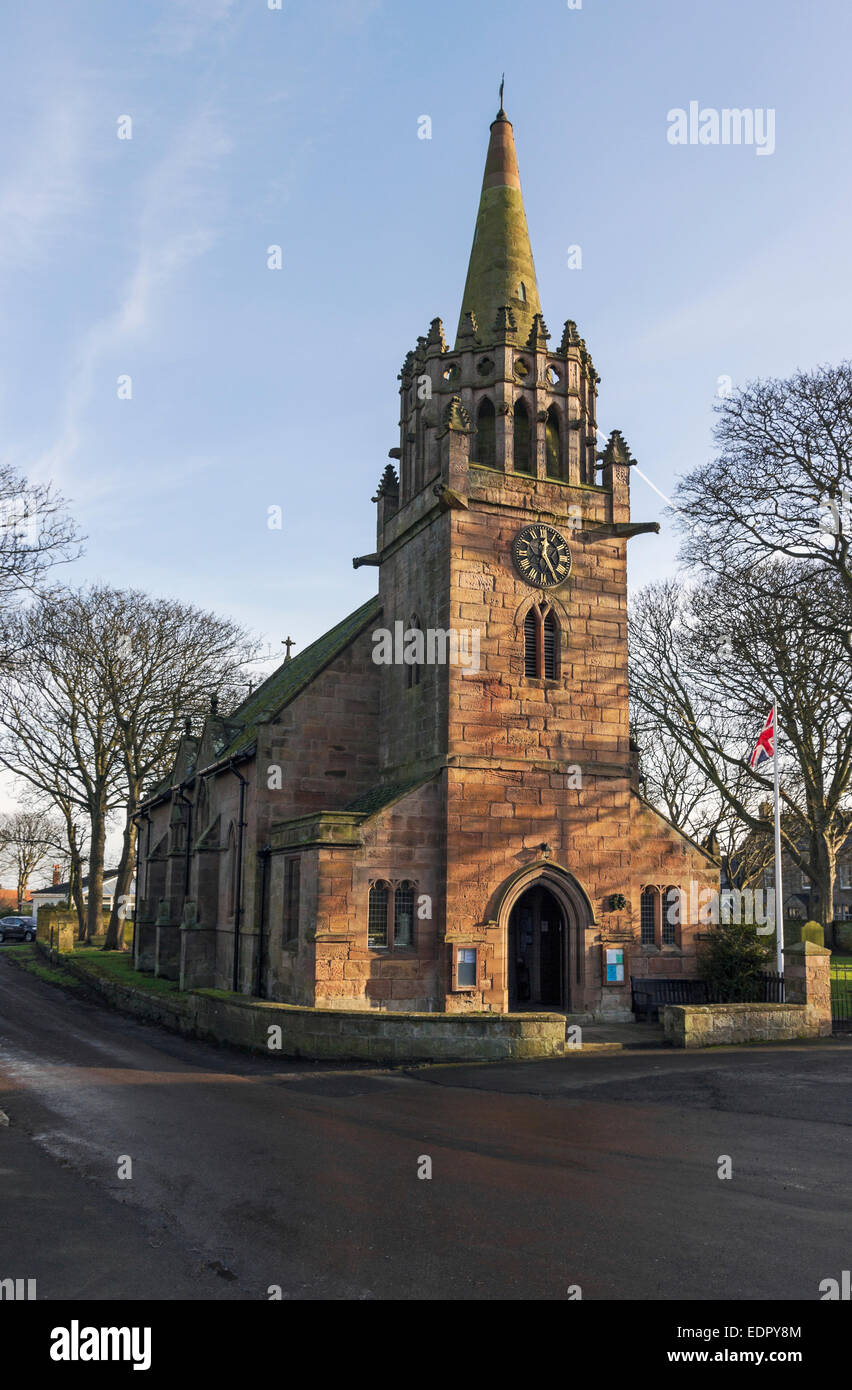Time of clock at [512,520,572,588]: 12:24
